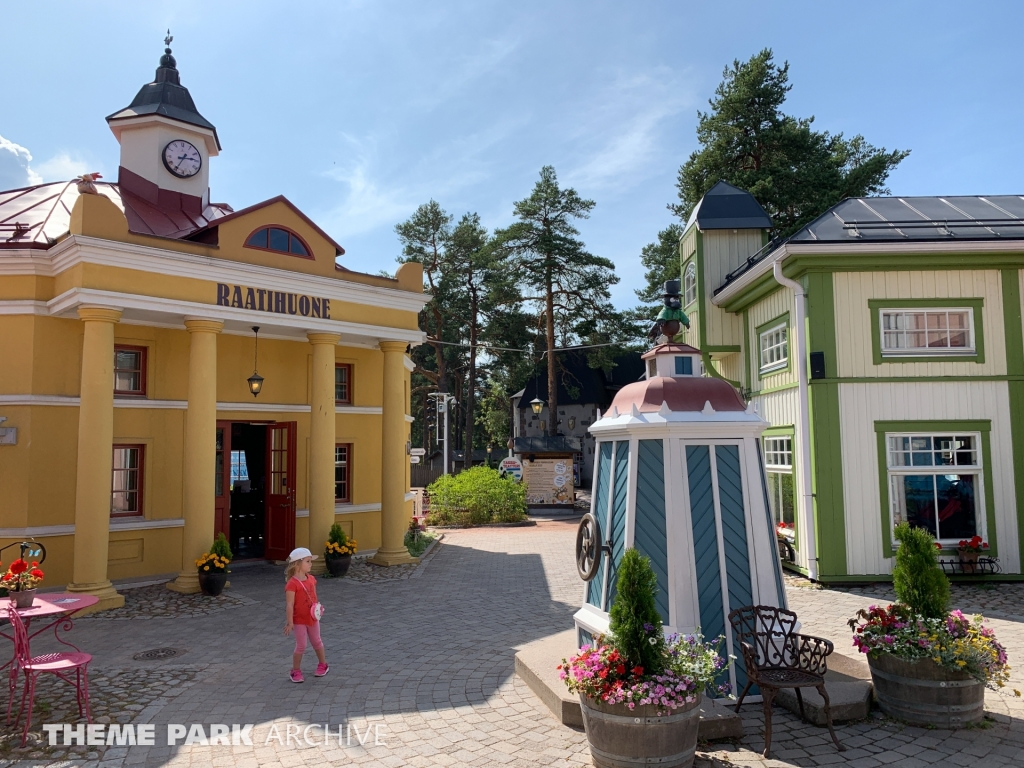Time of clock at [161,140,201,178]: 2:35
